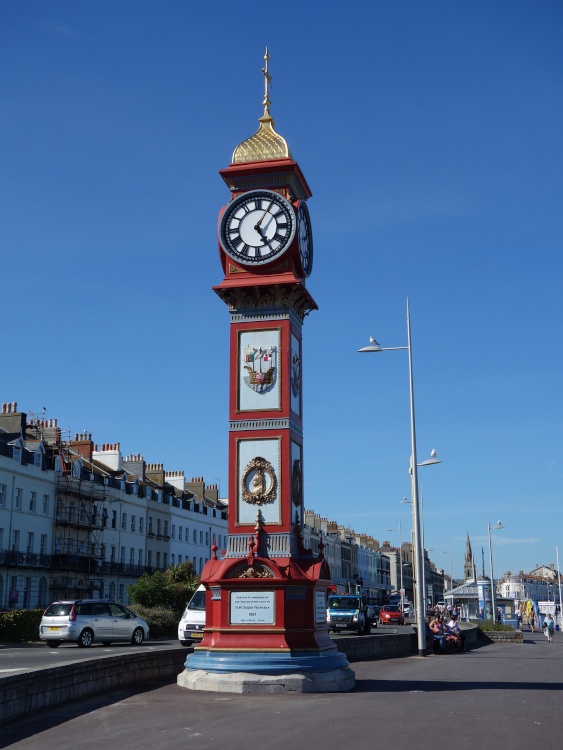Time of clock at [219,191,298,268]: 5:05
